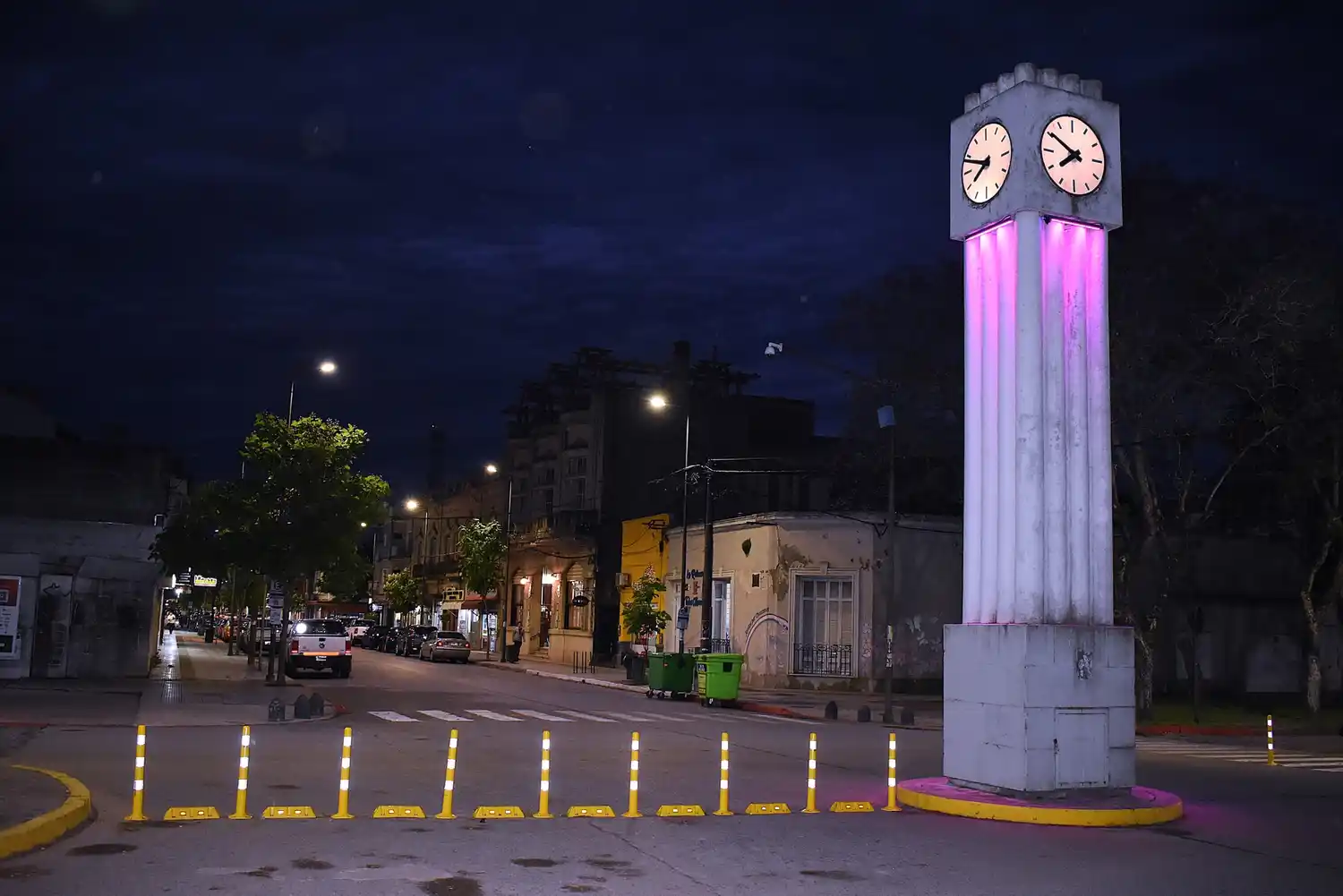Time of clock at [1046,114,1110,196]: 7:50
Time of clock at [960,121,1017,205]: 7:48
